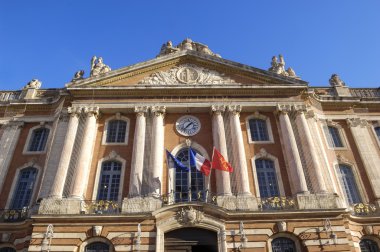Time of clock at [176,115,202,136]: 1:36
